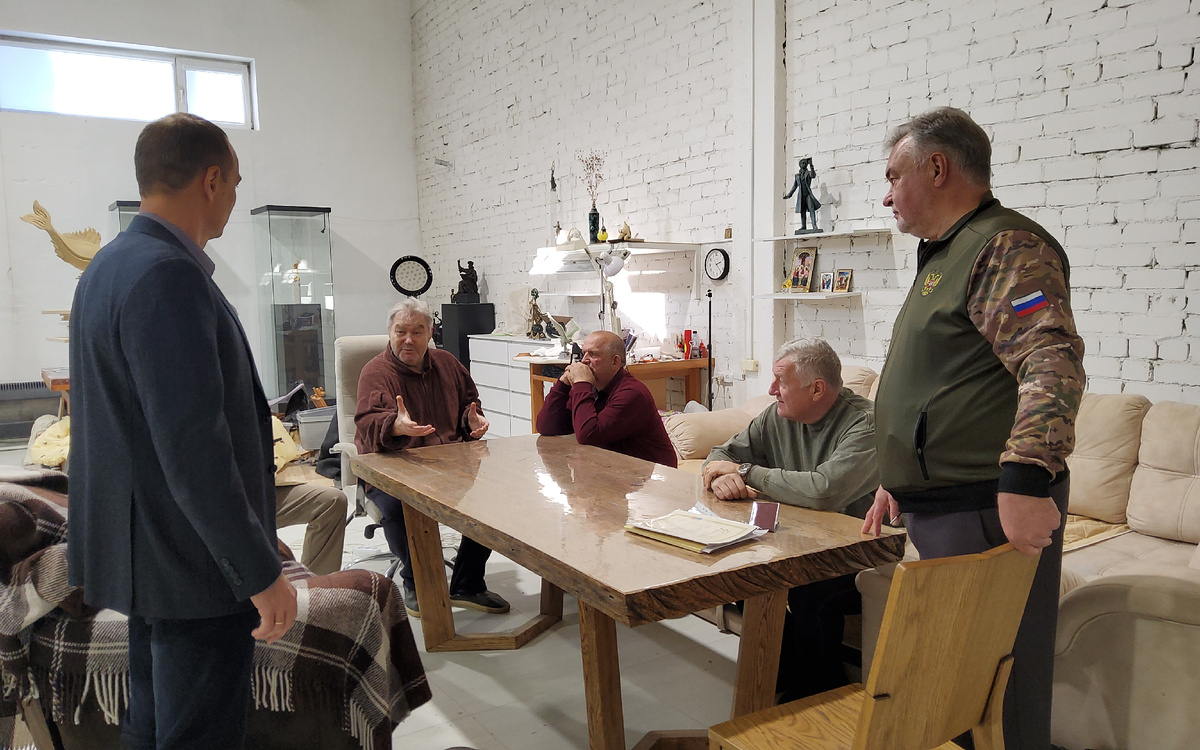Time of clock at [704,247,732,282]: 2:23
